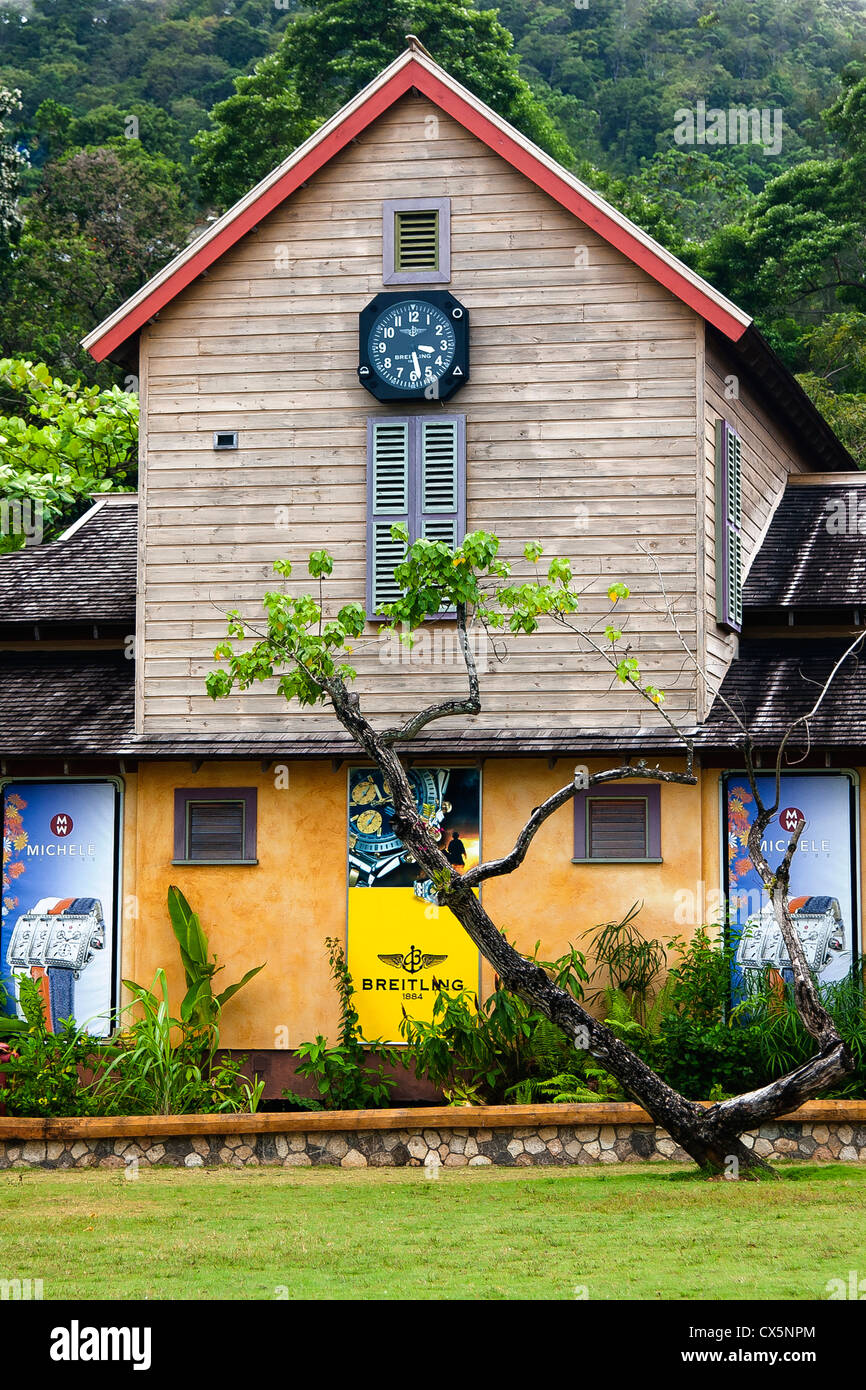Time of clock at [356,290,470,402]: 3:27
